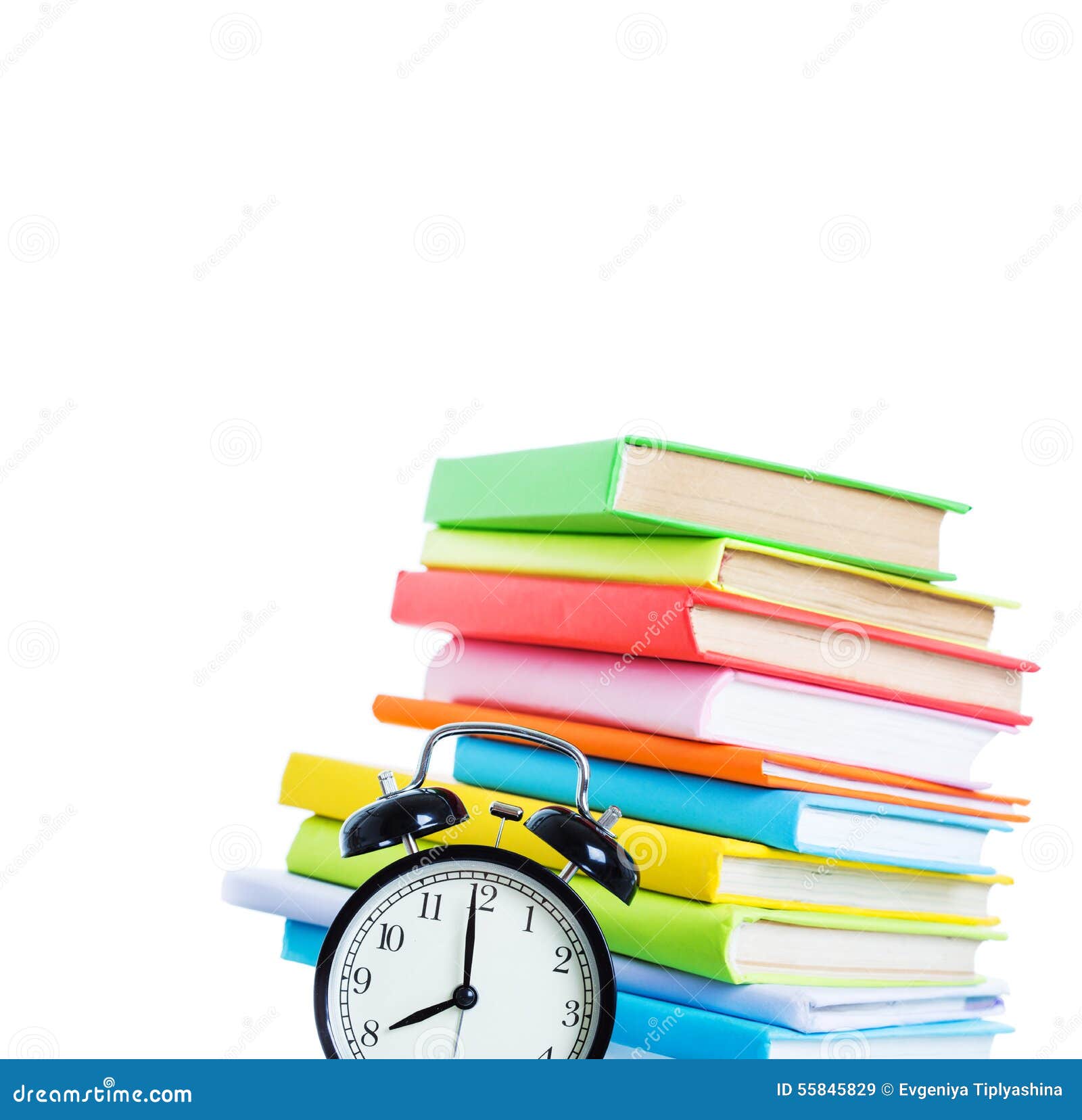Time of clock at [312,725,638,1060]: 7:59
